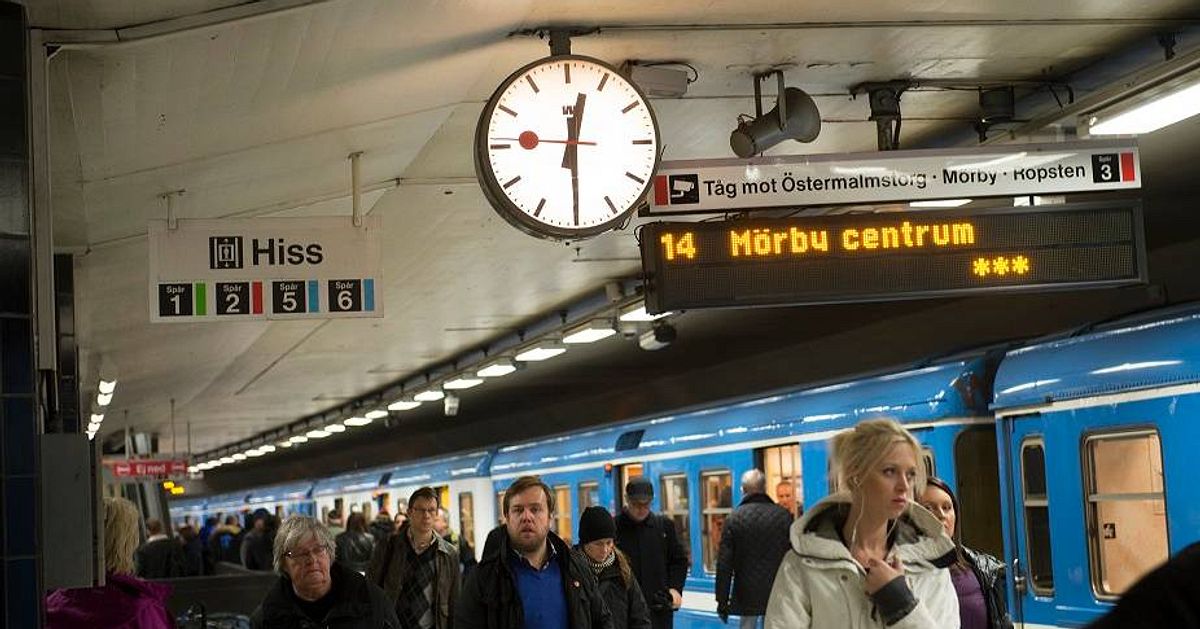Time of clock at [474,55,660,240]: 12:29
